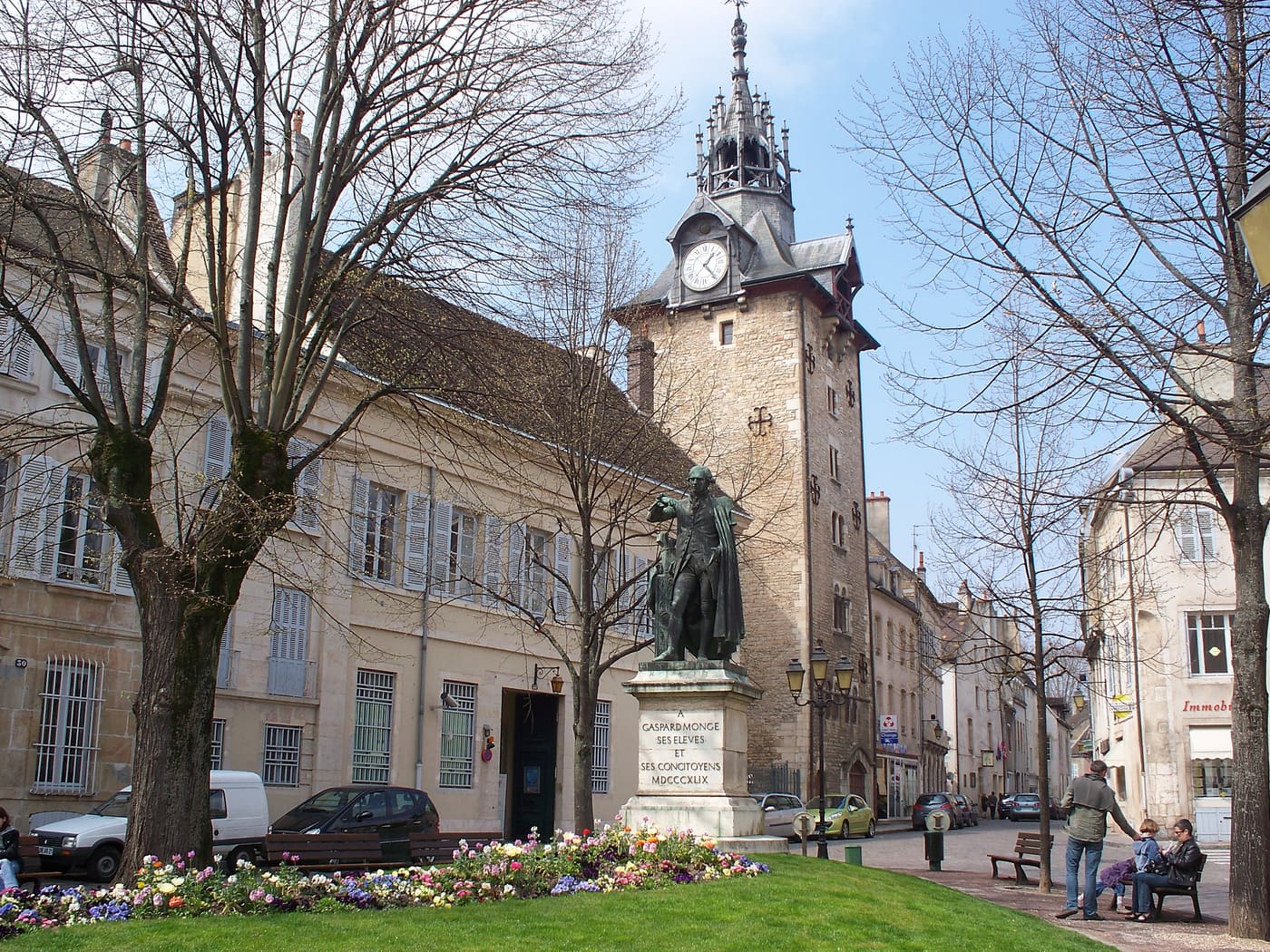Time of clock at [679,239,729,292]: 1:23
